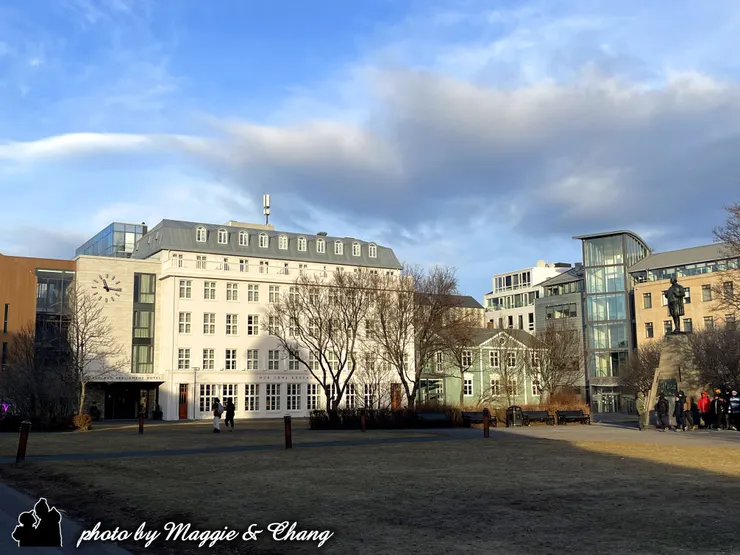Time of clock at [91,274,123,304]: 11:16
